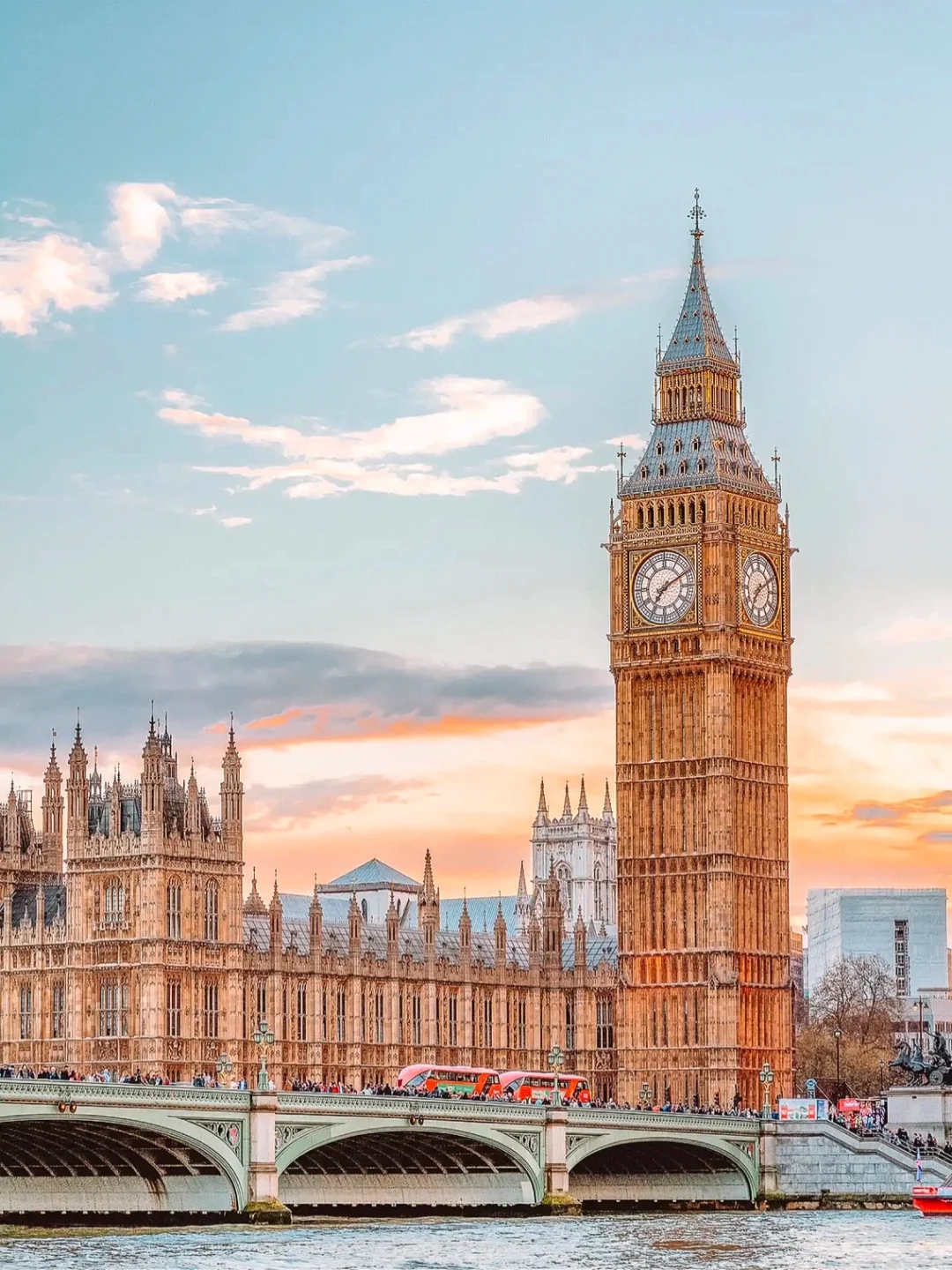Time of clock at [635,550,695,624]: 7:10
